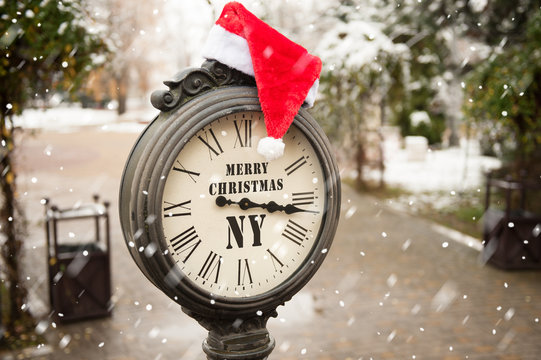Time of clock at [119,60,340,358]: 5:16
